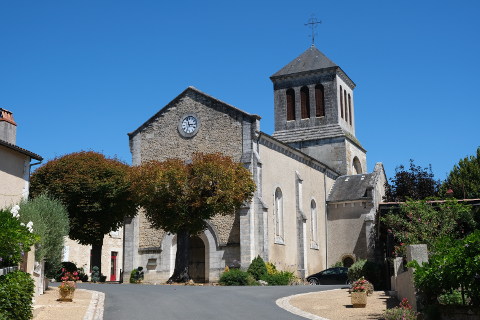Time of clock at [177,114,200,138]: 2:58
